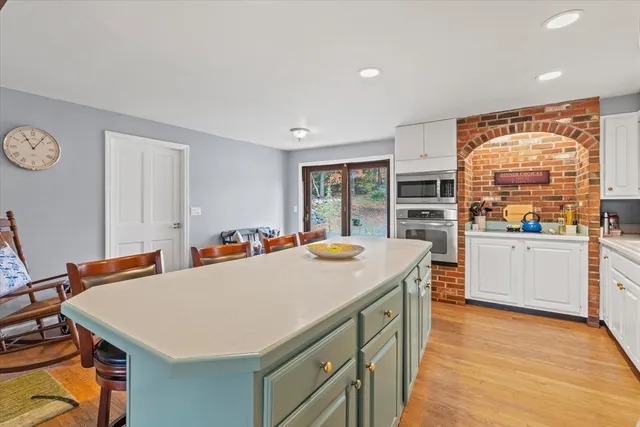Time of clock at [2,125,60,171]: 11:06
